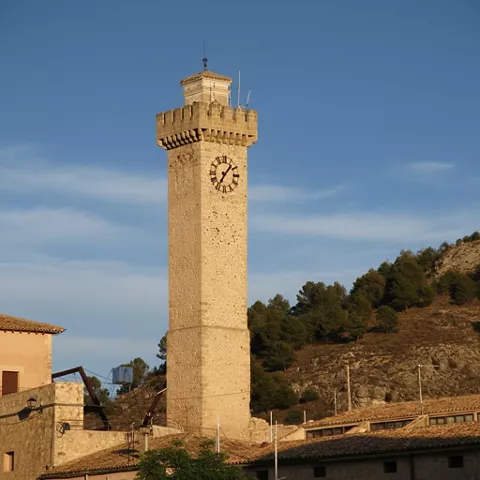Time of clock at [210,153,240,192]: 7:07
